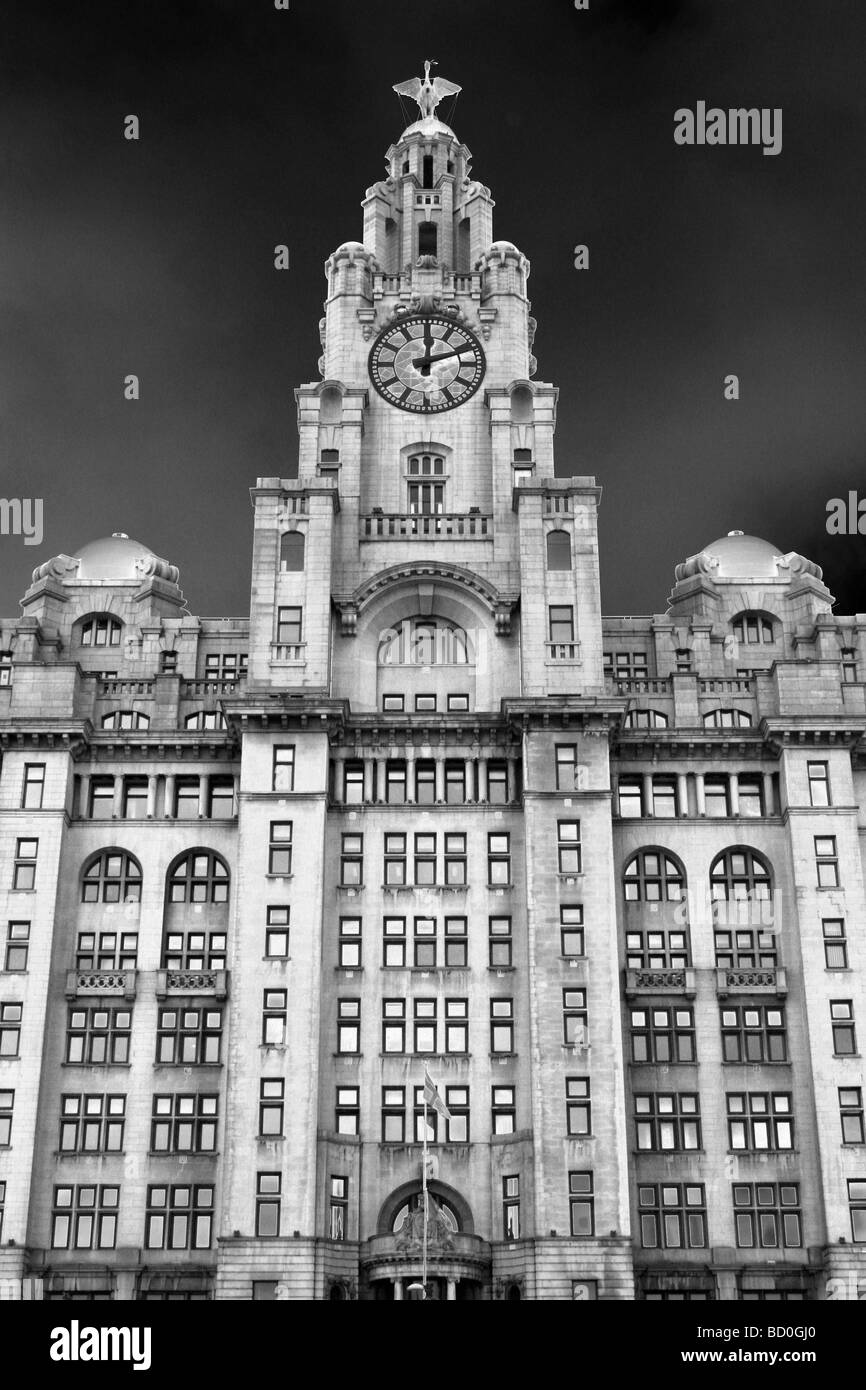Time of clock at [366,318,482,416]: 12:11
